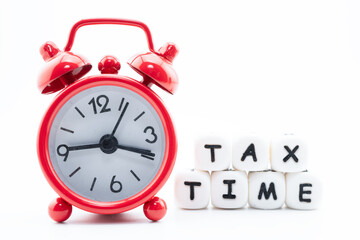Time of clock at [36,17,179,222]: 3:45
